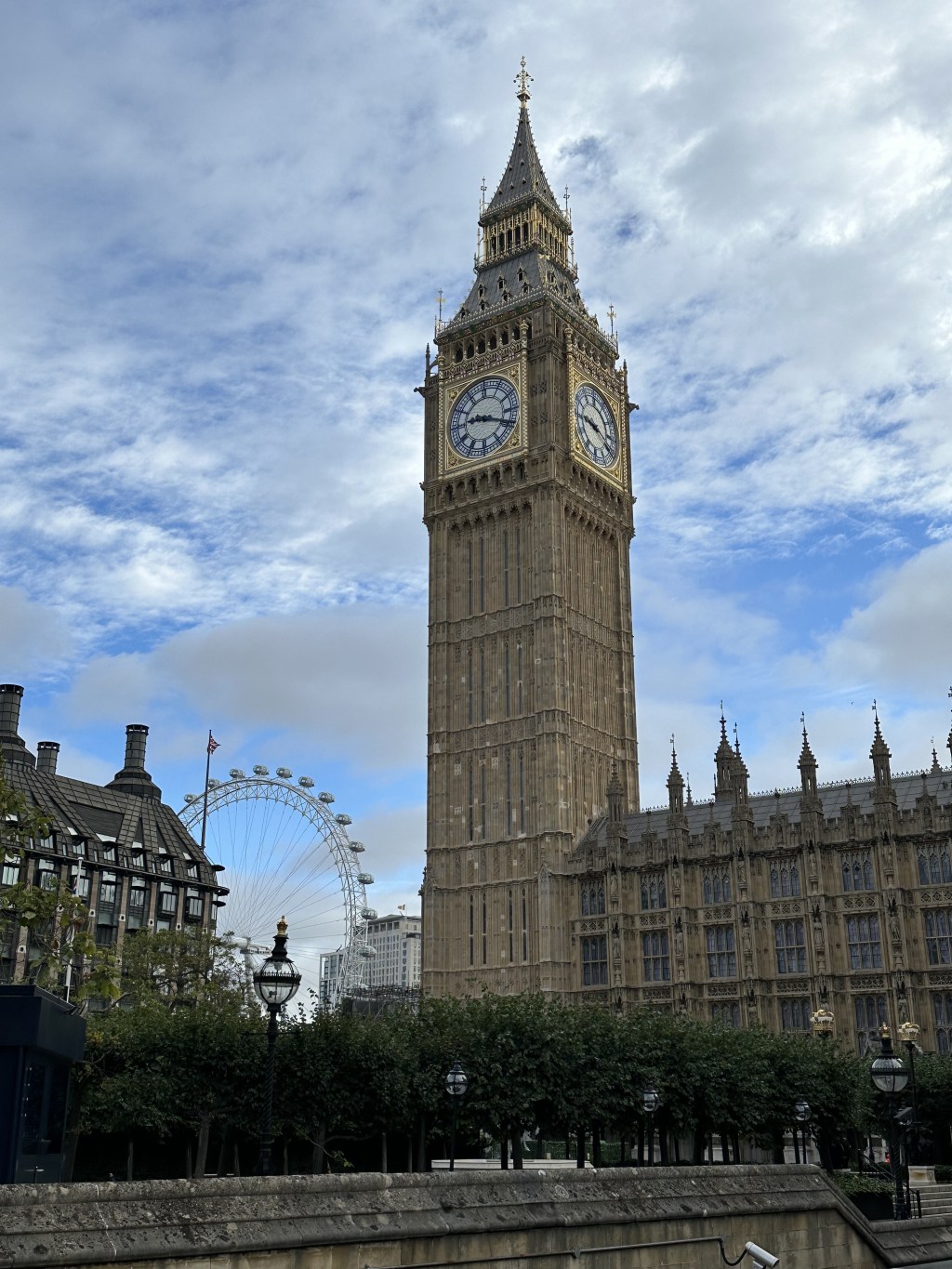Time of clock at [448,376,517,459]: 9:18
